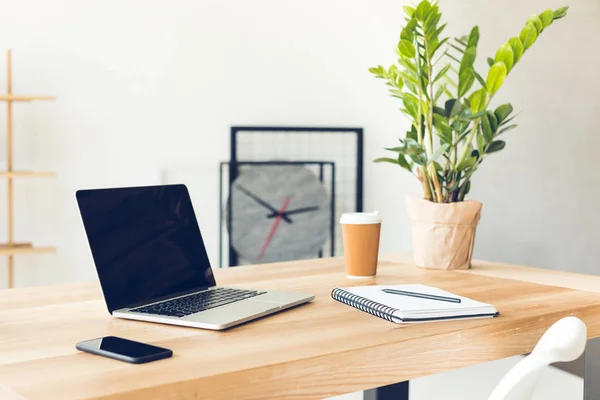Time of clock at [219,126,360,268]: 2:50
